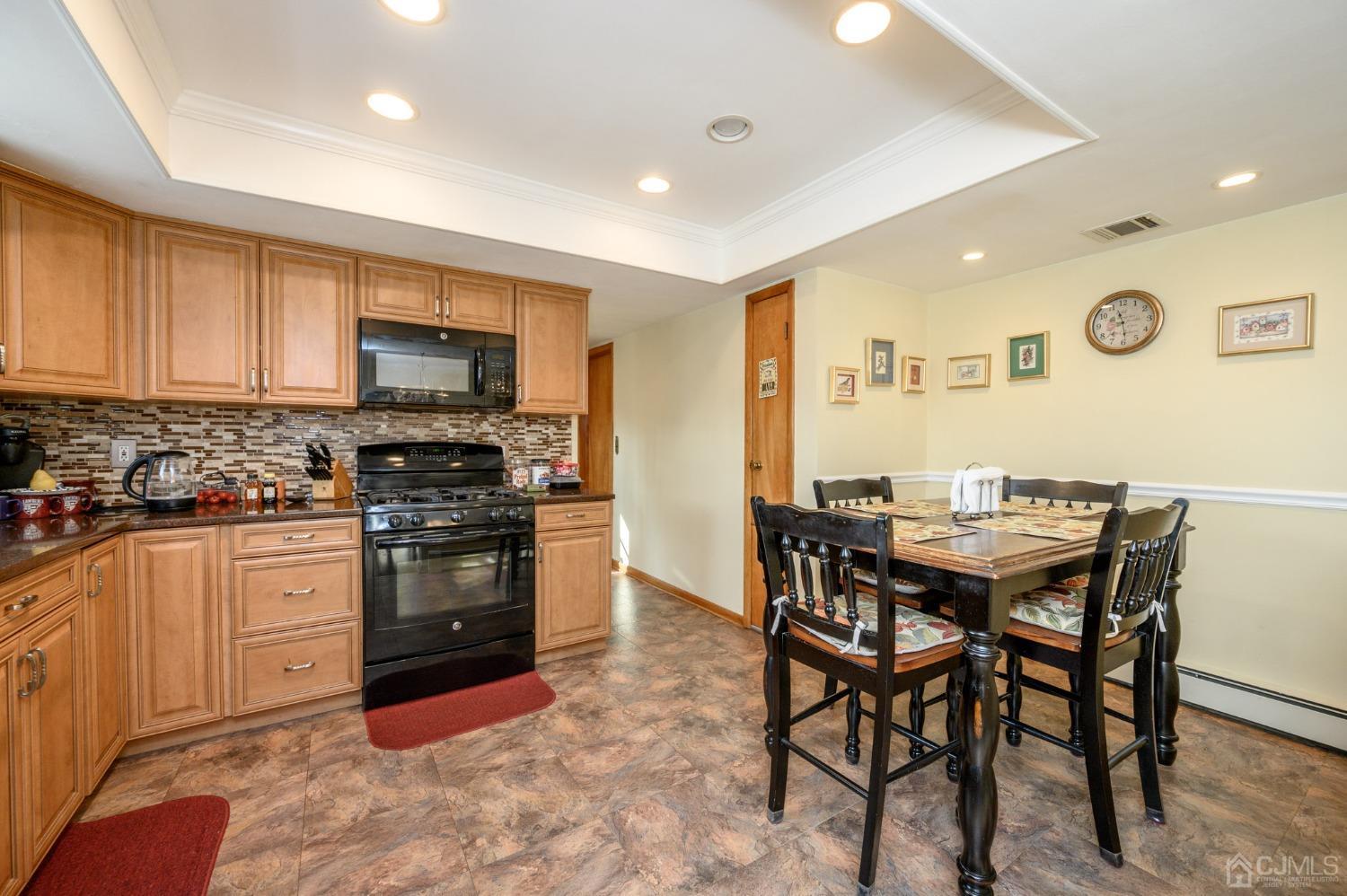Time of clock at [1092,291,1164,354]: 11:29
